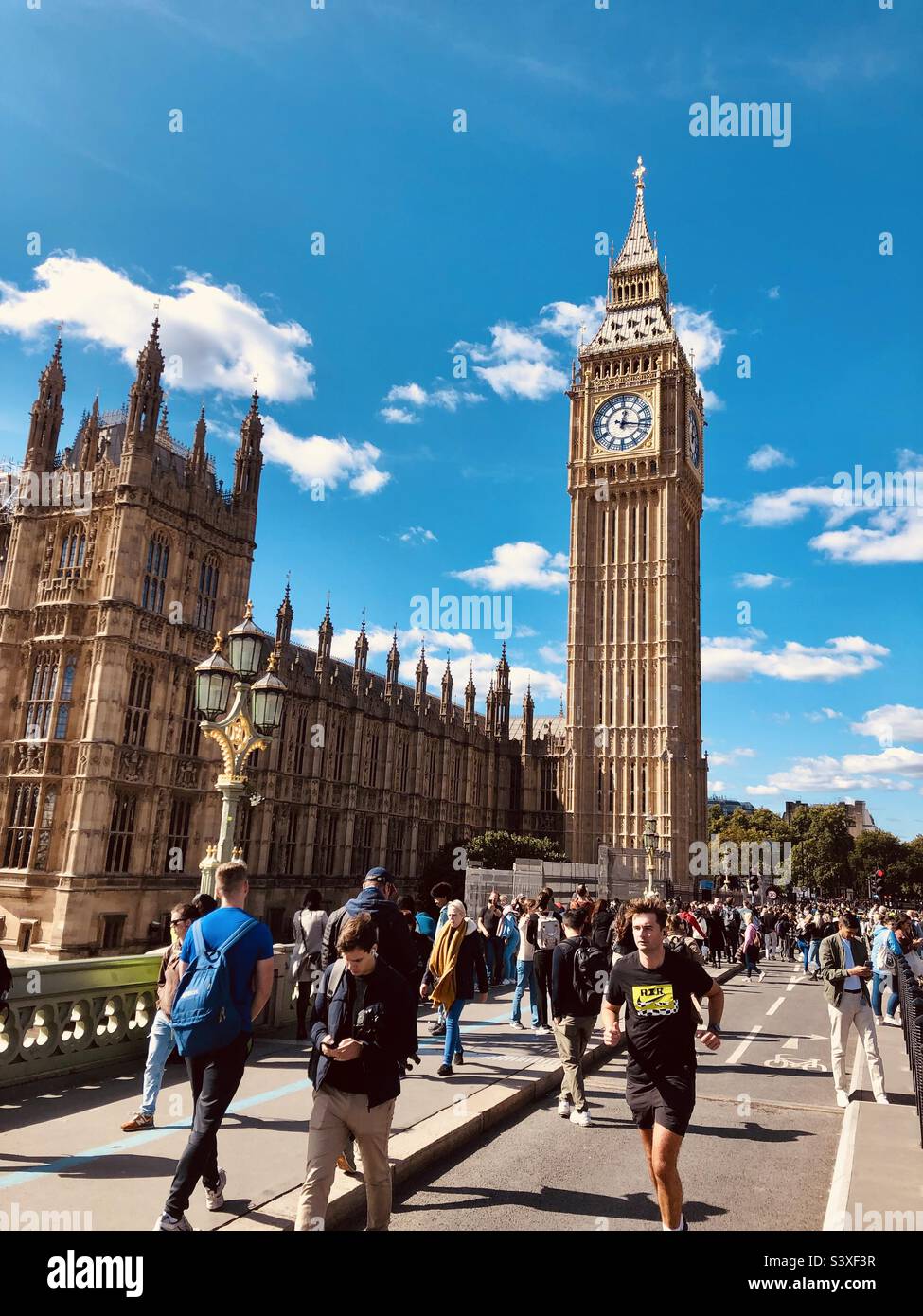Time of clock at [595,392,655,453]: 12:16
